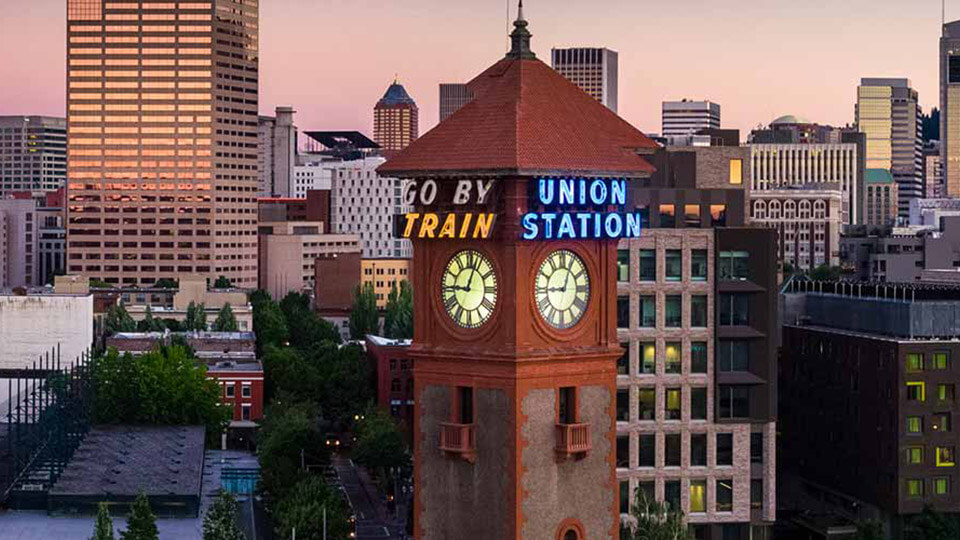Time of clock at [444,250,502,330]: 9:03
